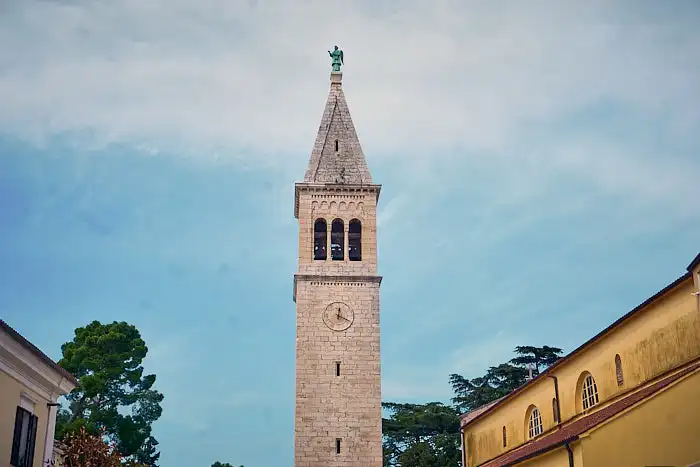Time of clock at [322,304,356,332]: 12:19
